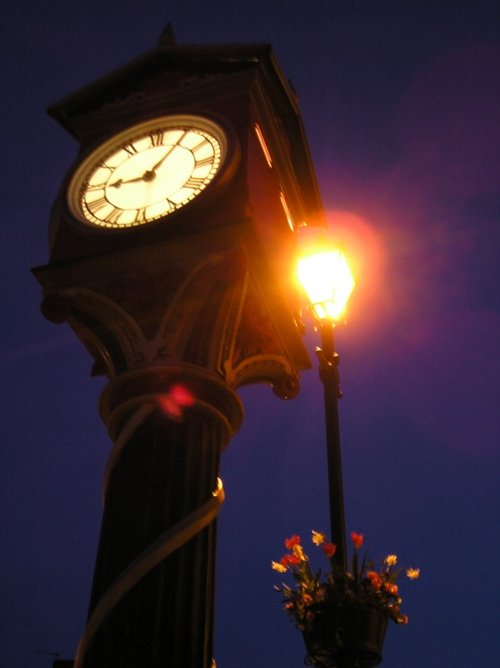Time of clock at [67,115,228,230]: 9:05
